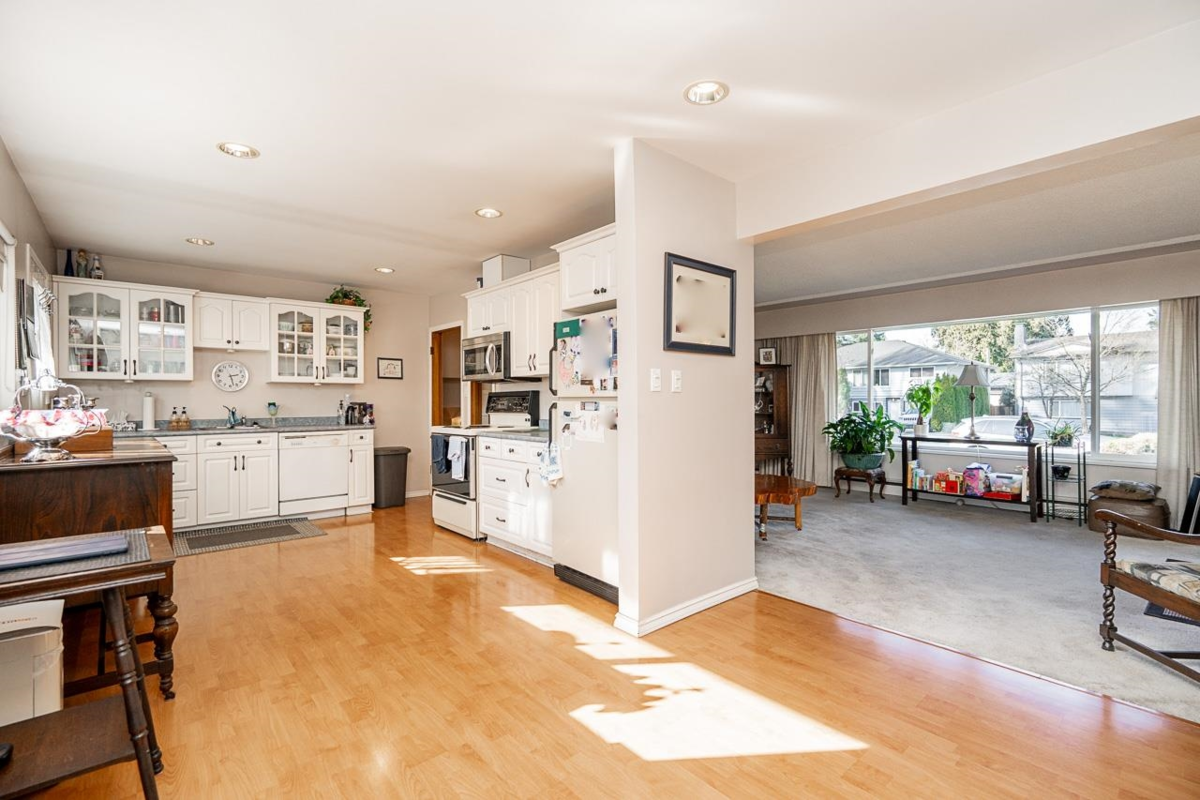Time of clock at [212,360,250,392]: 2:27
